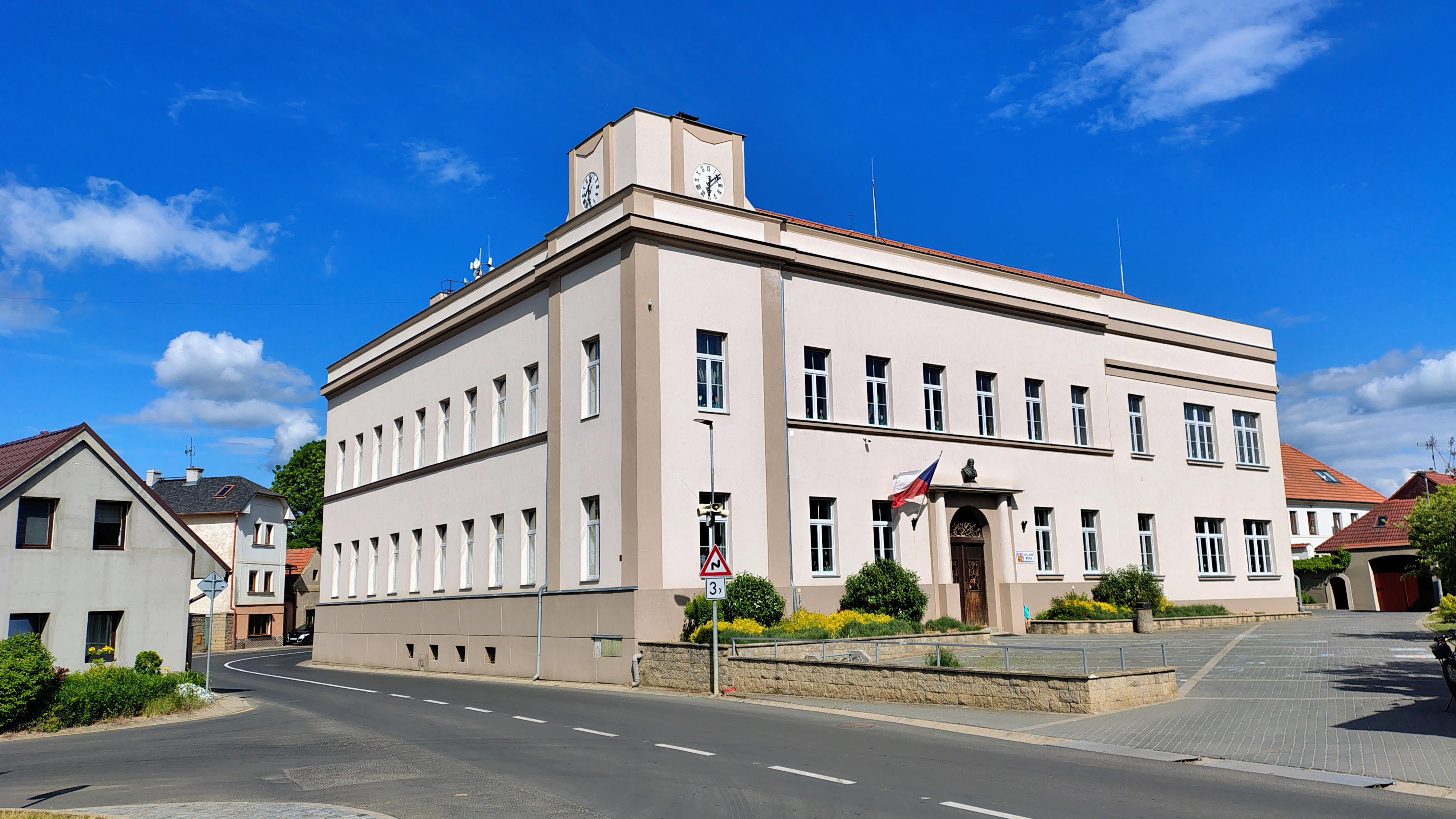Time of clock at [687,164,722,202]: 6:08
